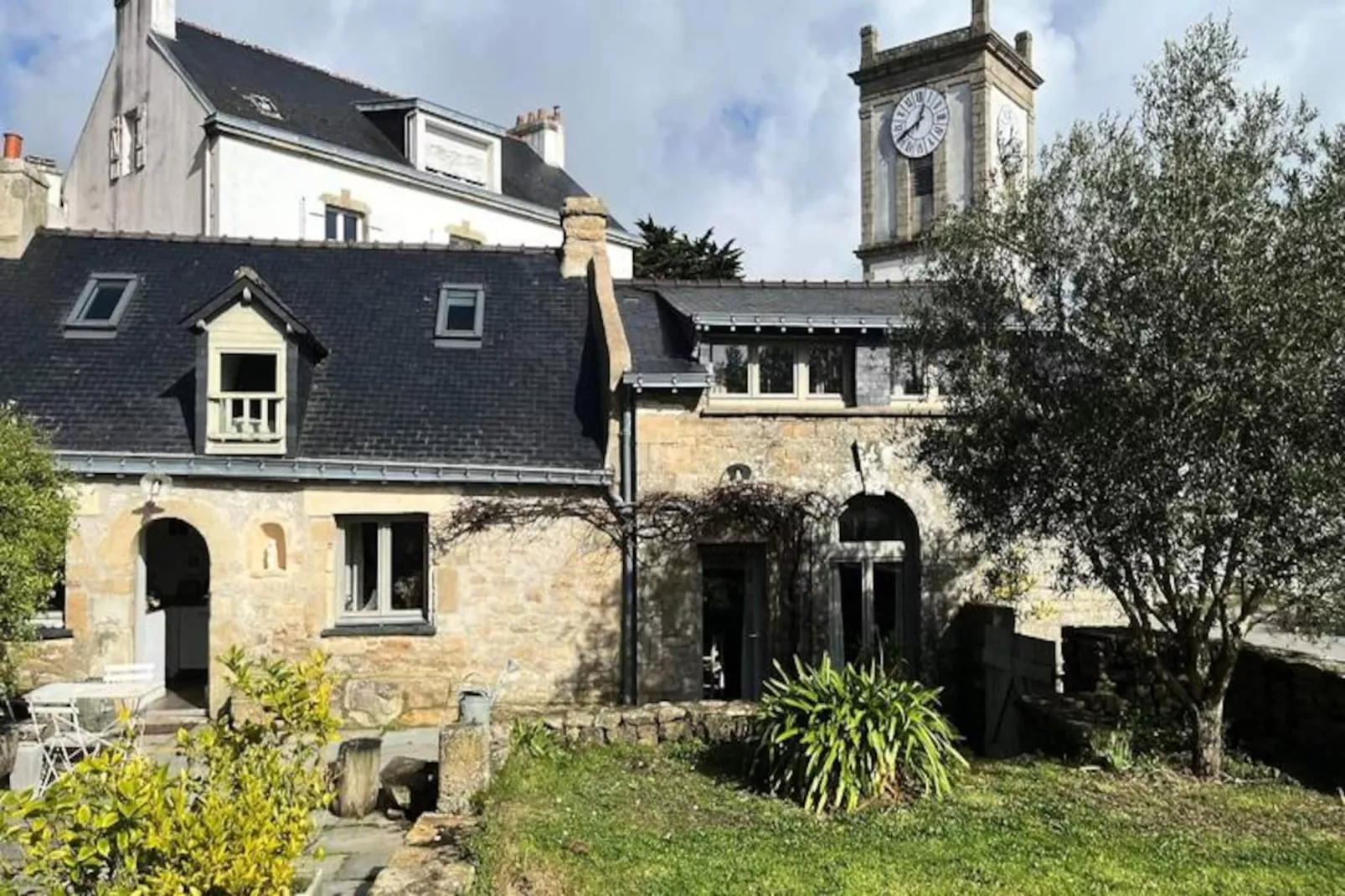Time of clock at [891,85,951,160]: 12:40
